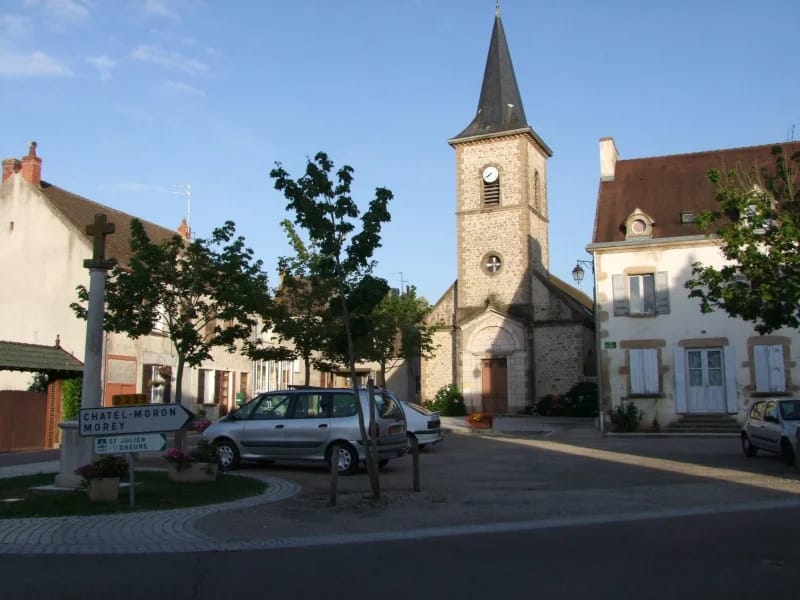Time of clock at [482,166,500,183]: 7:39
